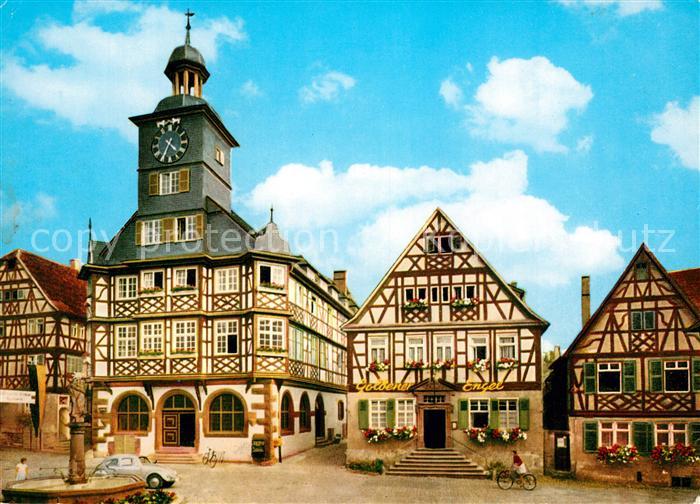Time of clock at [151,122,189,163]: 4:35
